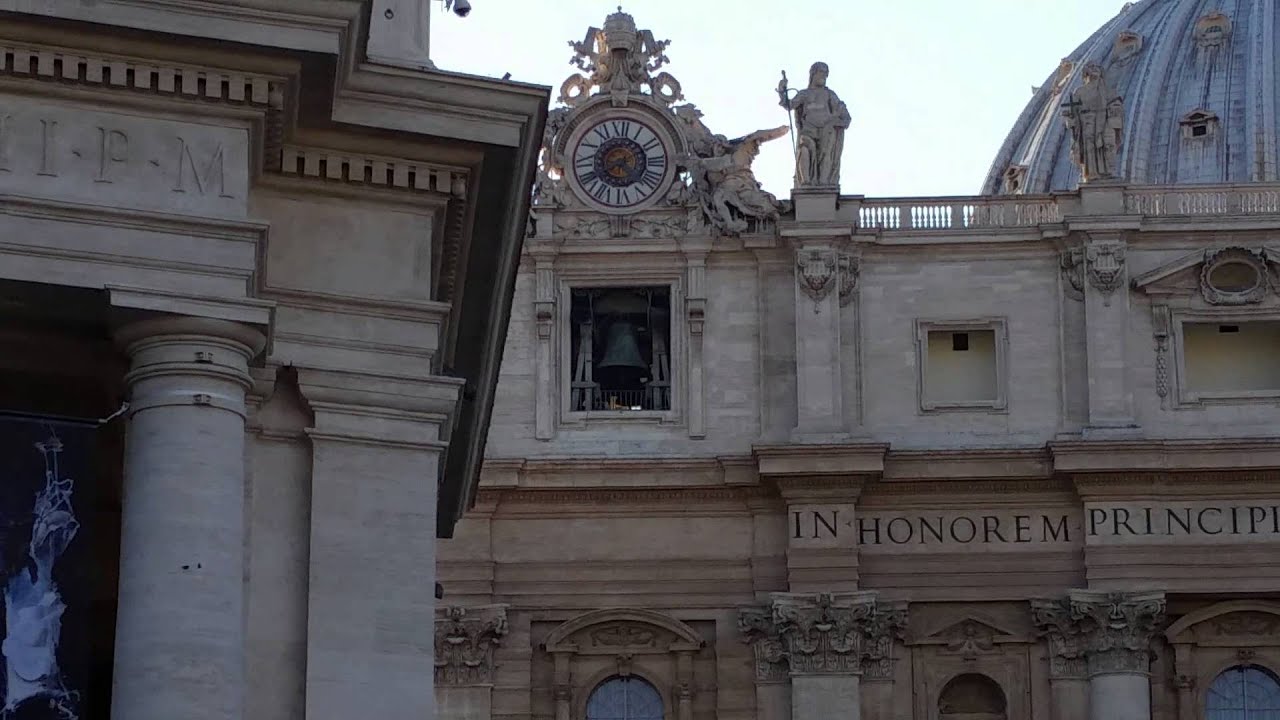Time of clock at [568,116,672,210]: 8:11
